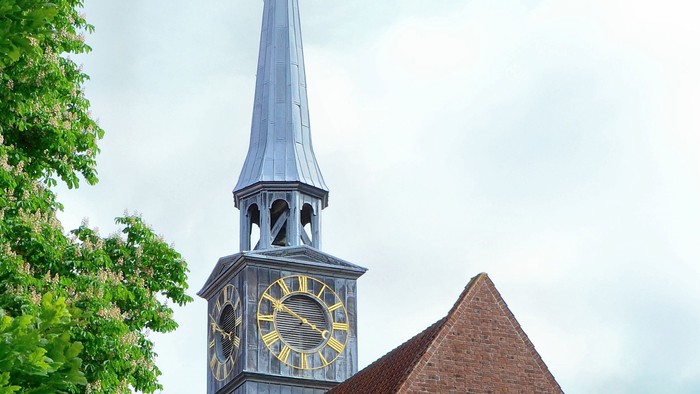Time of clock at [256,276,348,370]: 3:50
